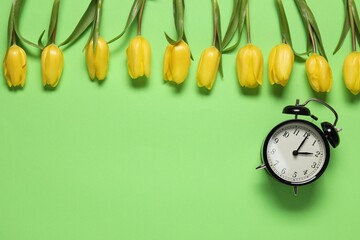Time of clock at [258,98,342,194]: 3:05
